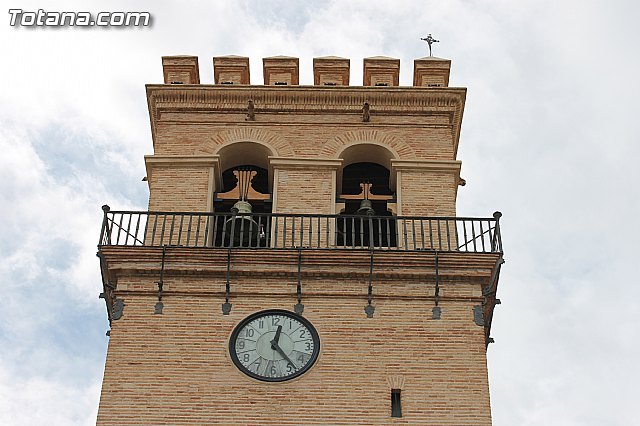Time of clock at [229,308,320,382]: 12:23
